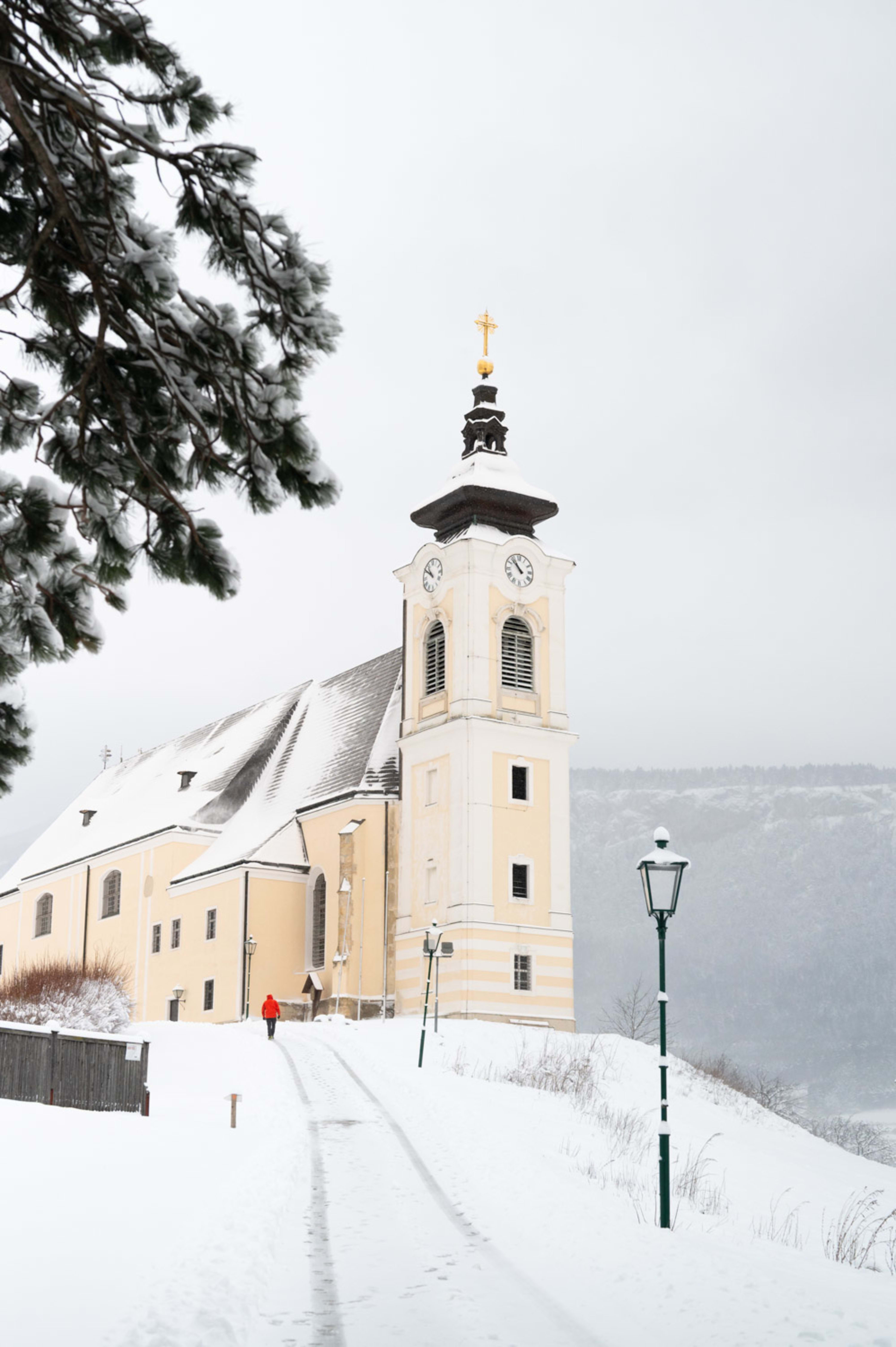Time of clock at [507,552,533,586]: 10:52
